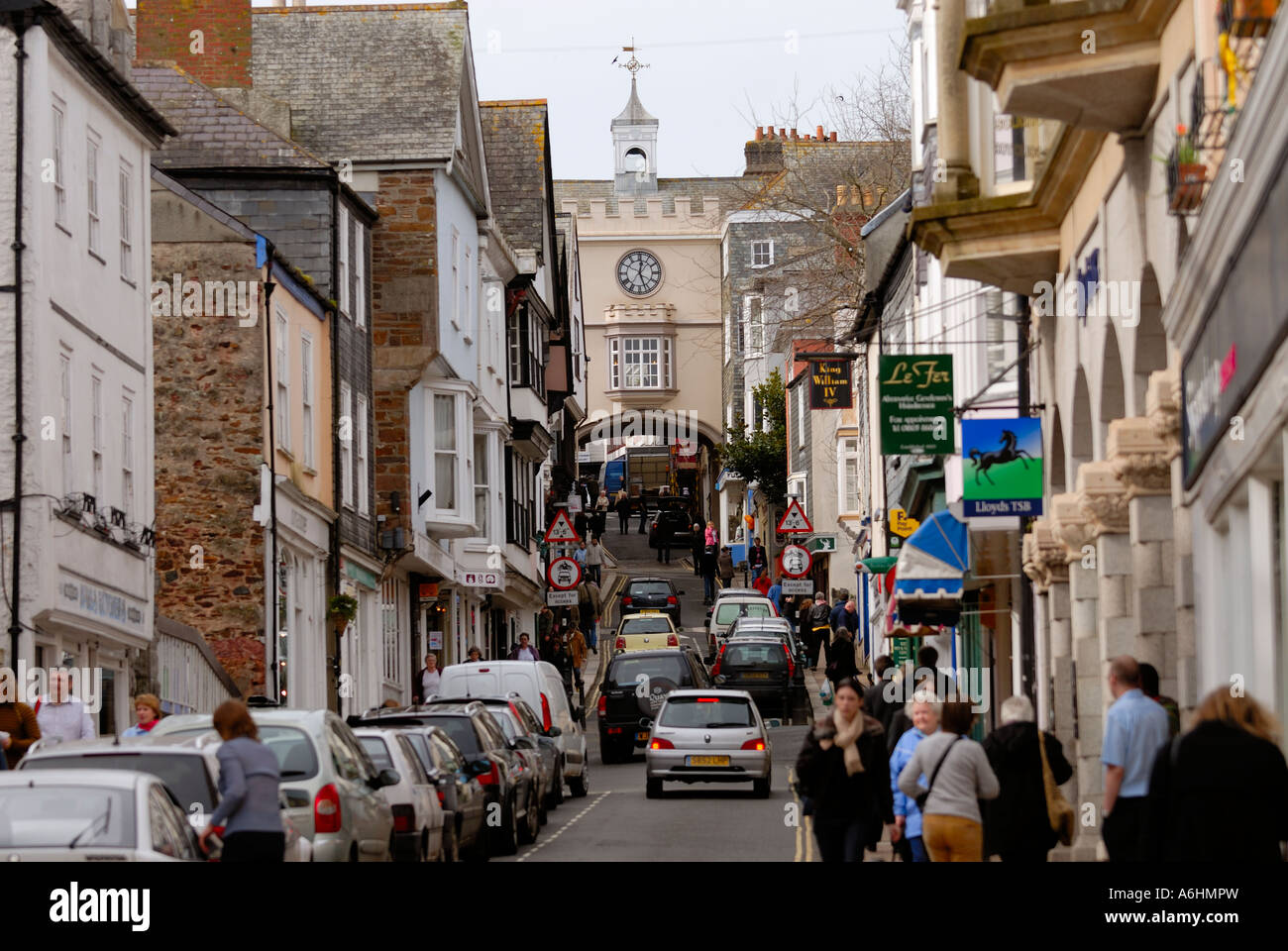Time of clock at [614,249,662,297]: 12:26
